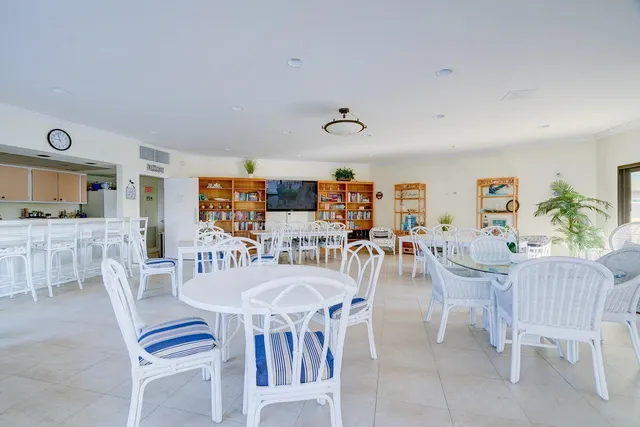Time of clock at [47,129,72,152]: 8:57
